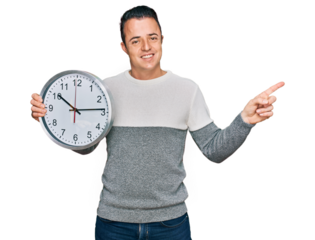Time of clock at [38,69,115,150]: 10:13
